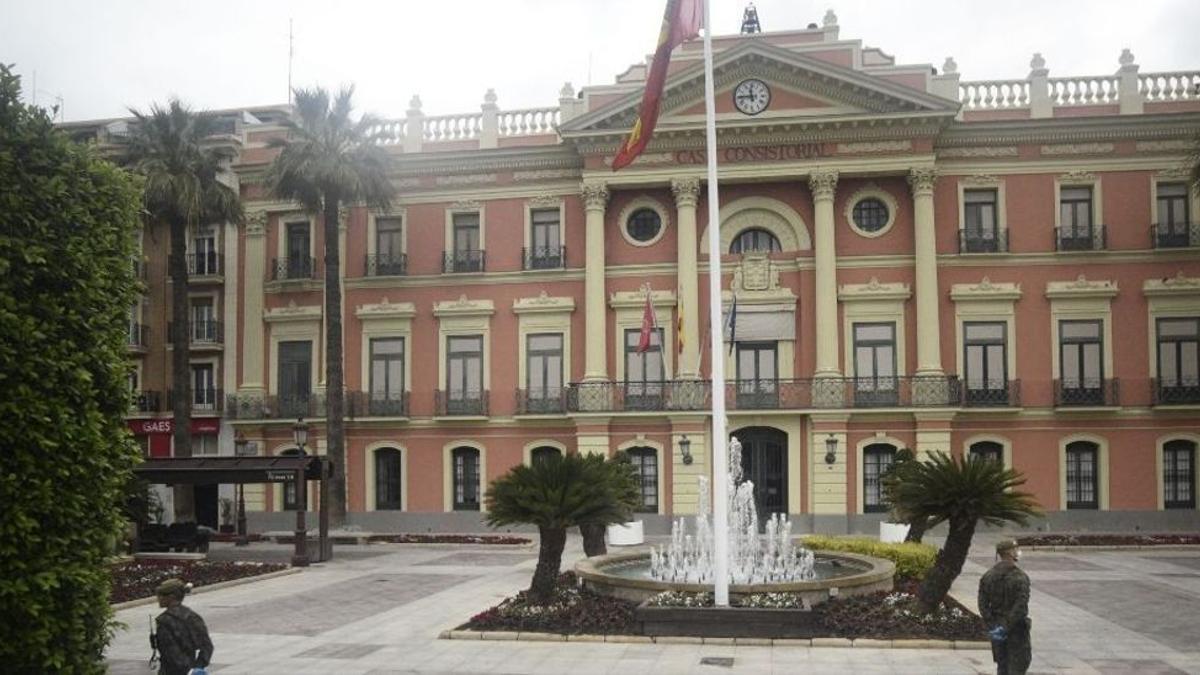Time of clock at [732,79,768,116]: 11:44
